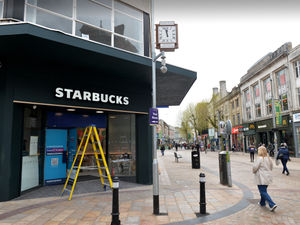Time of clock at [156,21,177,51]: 11:57
